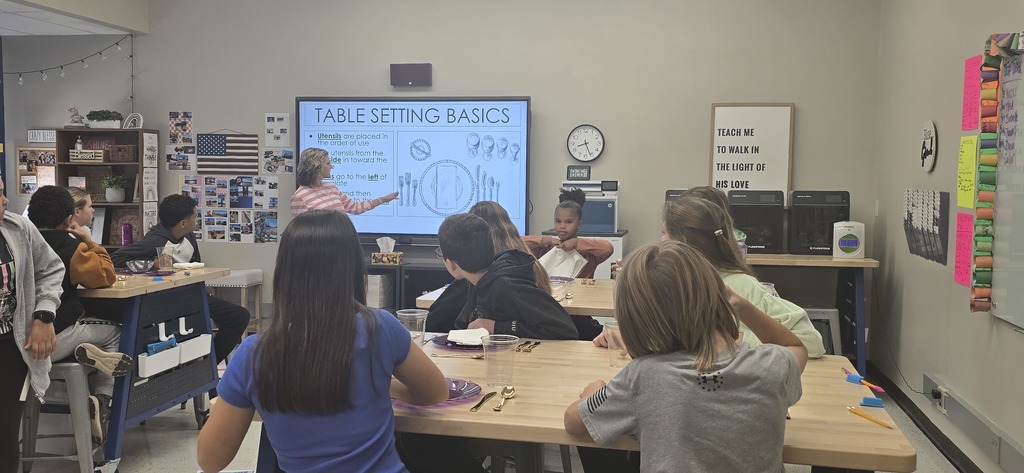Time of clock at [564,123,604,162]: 8:26
